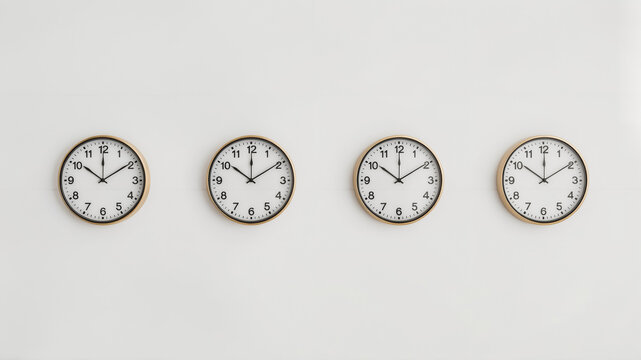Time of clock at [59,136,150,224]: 10:09
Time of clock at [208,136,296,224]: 10:09
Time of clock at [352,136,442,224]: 10:09
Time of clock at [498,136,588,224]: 10:09
